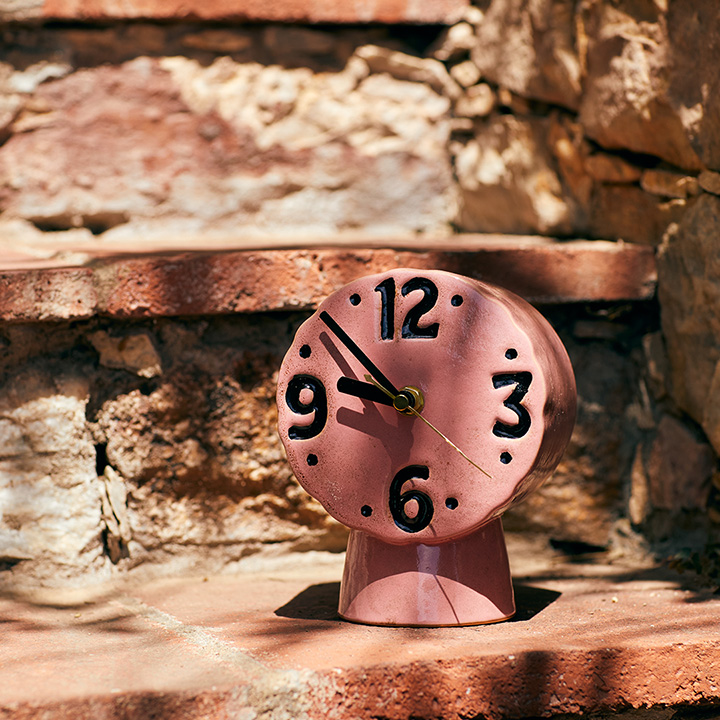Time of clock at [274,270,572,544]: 9:53
